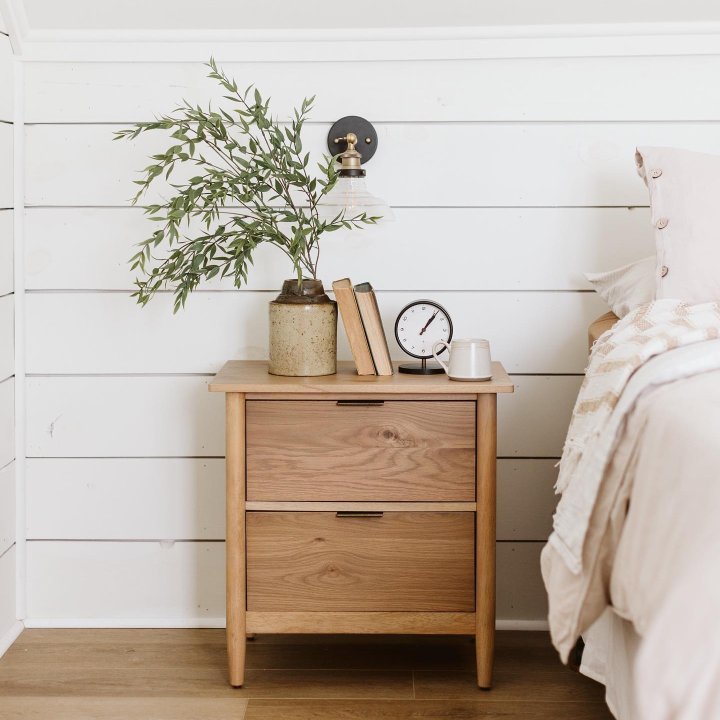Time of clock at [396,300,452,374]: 1:06
